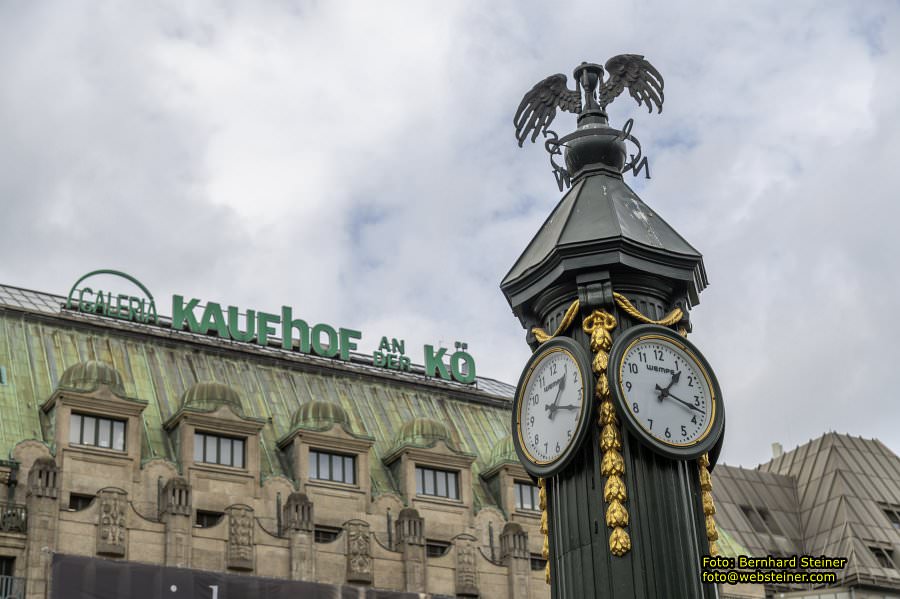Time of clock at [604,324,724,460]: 1:17
